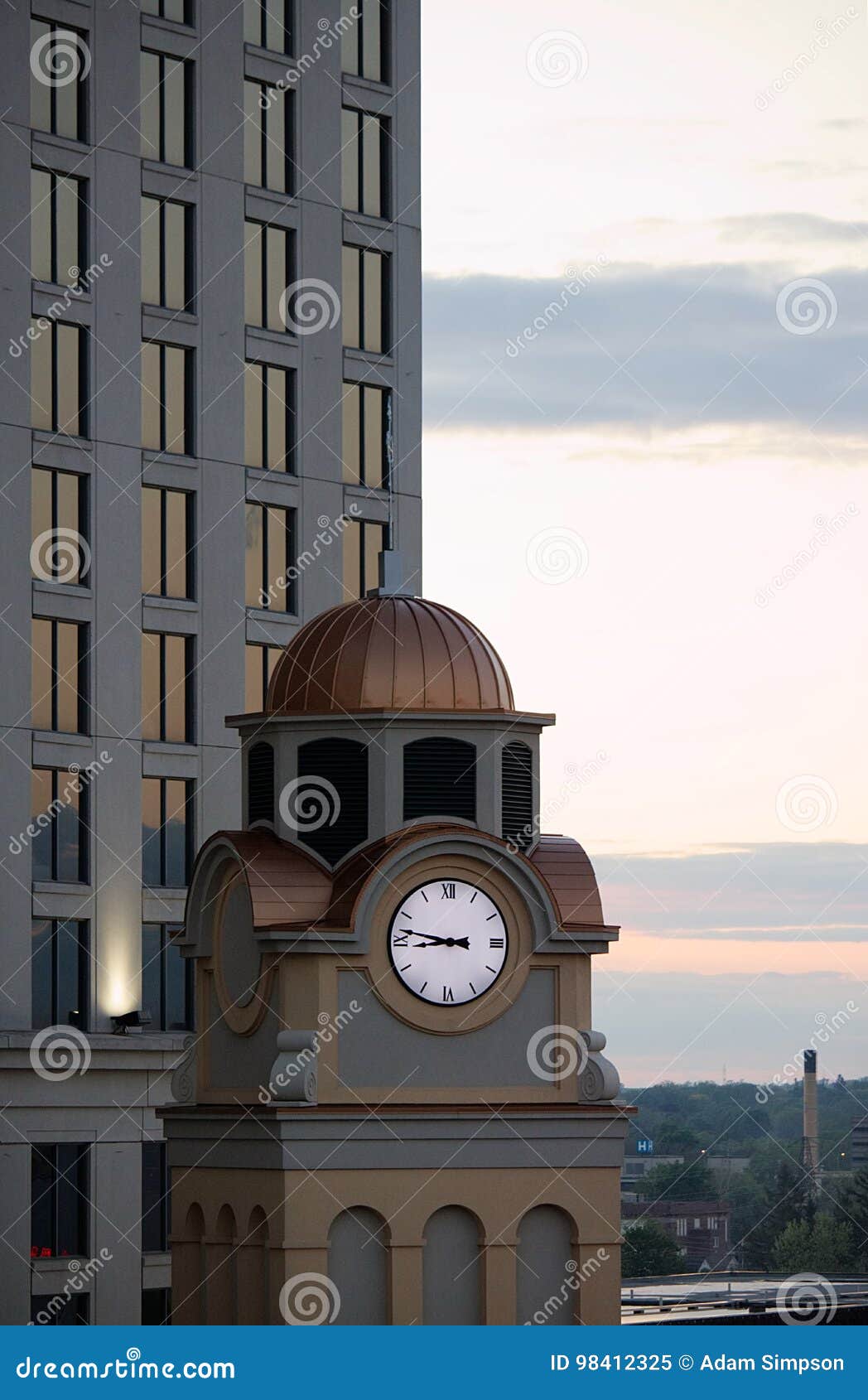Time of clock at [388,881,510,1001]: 8:47
